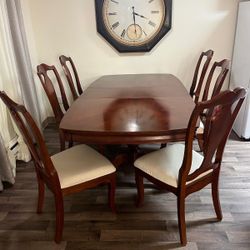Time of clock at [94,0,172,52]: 3:29
